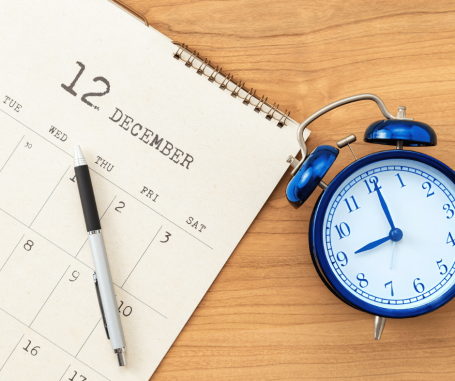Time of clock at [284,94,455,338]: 9:01
